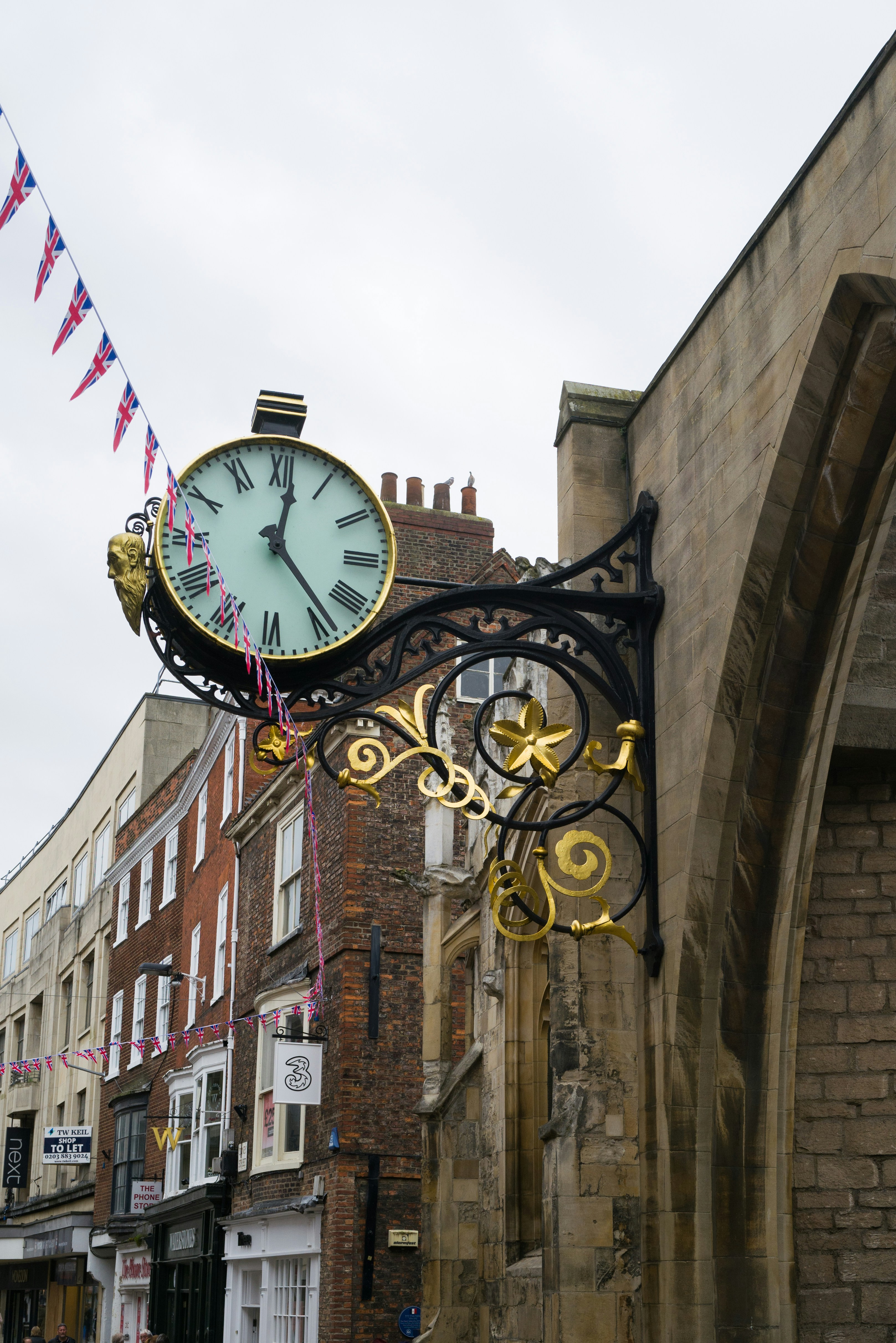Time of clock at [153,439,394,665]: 12:23
